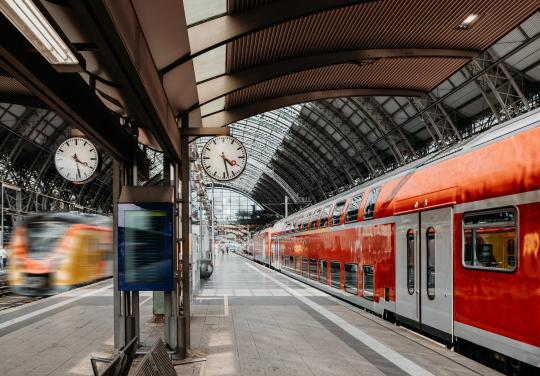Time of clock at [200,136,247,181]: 4:28
